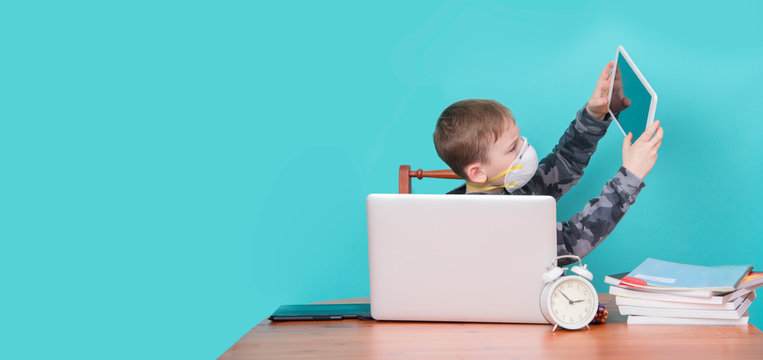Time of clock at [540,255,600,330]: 2:53
